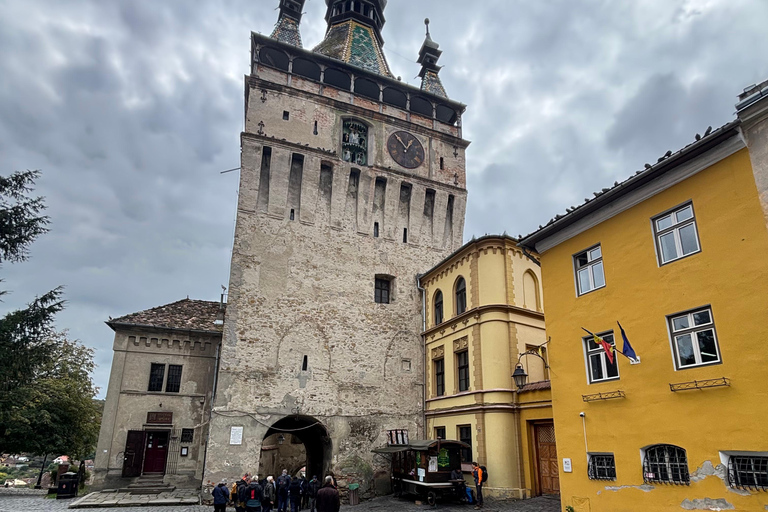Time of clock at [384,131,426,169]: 12:52
